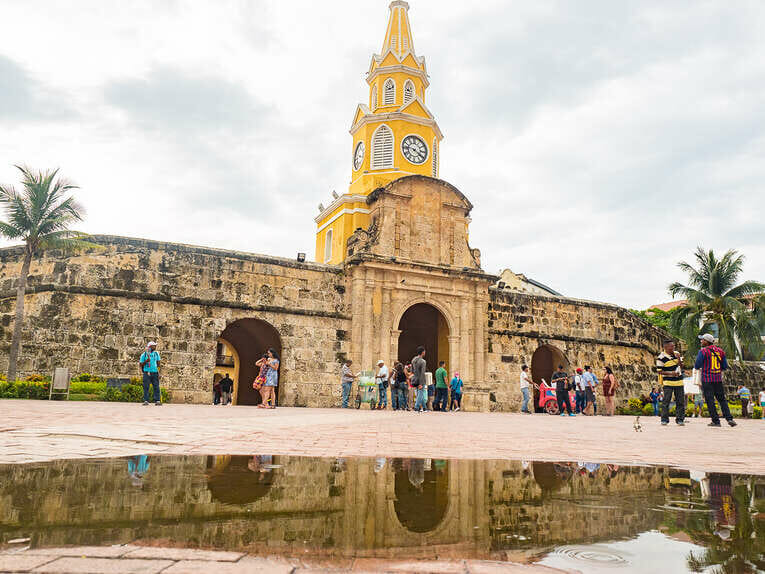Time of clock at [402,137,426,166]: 9:20
